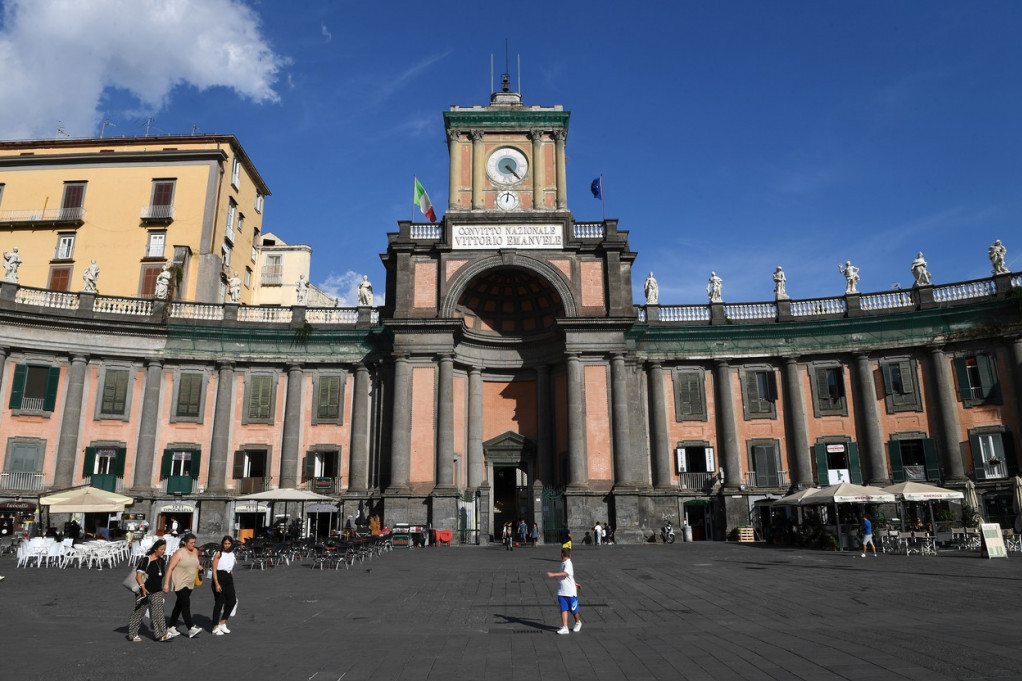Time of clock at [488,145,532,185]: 4:22
